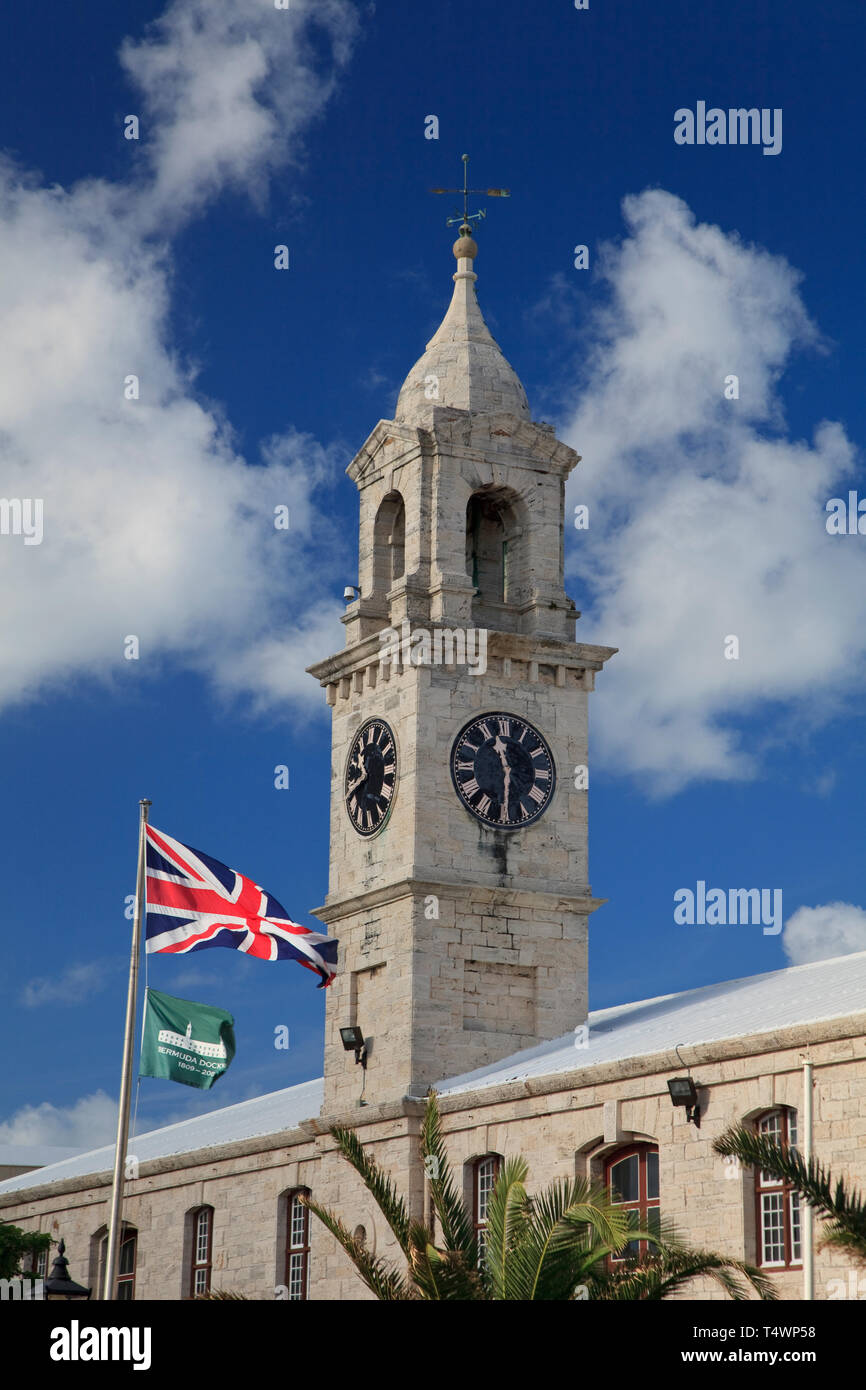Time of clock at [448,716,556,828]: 11:29
